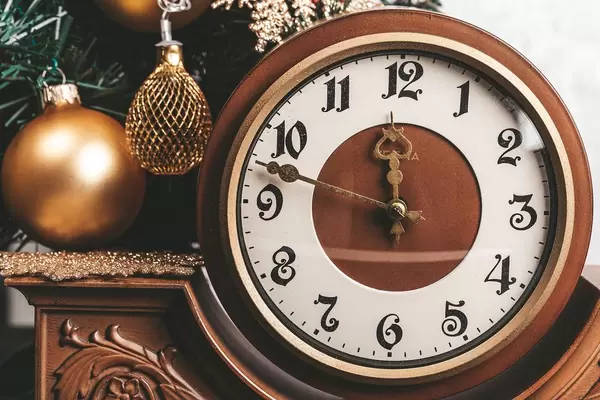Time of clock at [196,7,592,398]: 11:47
